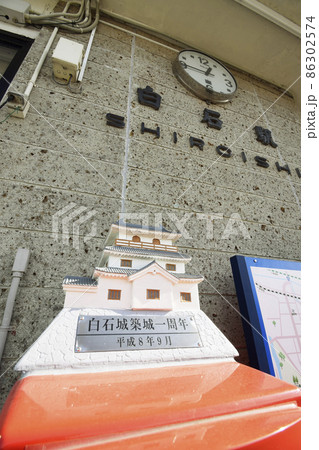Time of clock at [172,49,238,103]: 12:46
